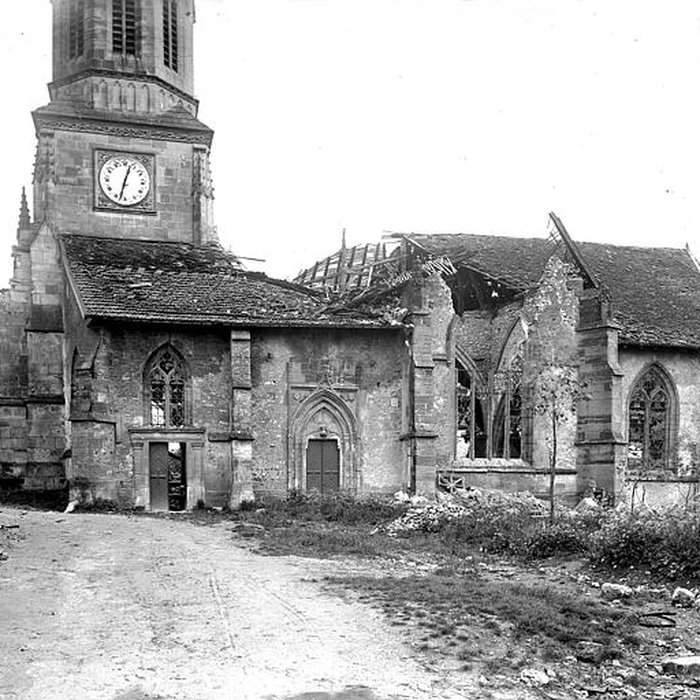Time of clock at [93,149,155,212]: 12:32
